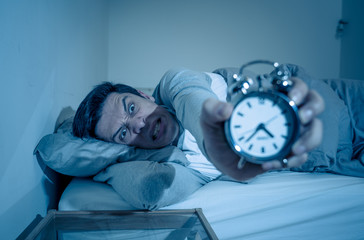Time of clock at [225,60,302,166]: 4:37
